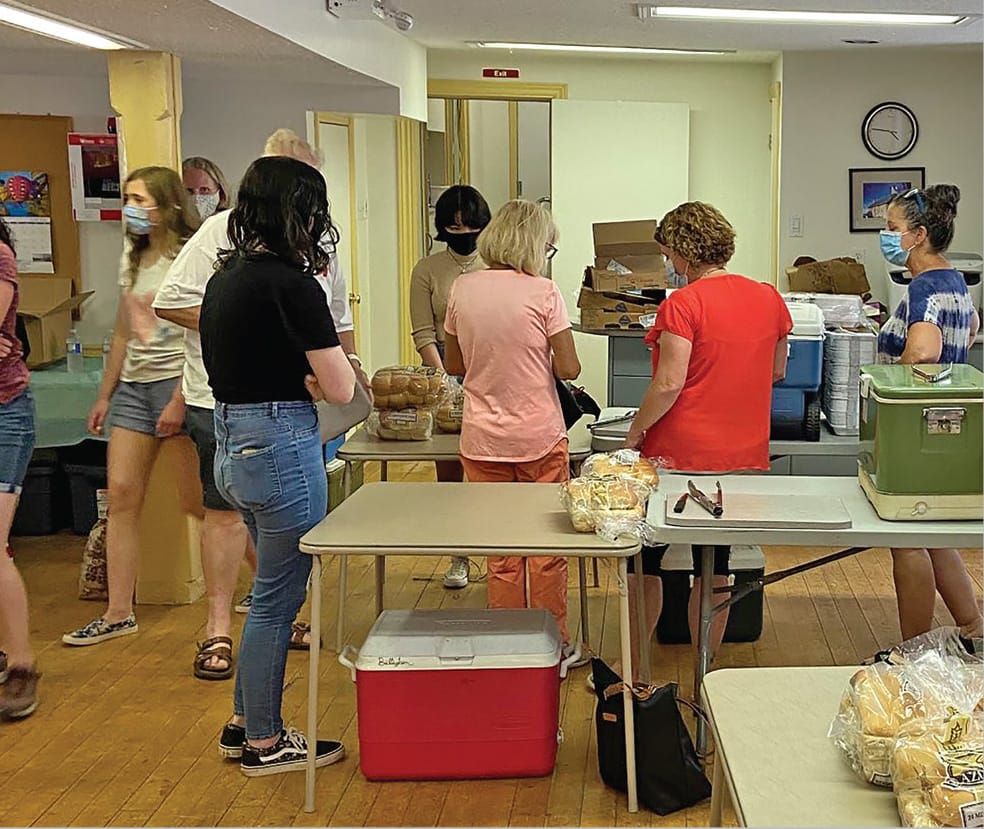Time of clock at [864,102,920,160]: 4:45
